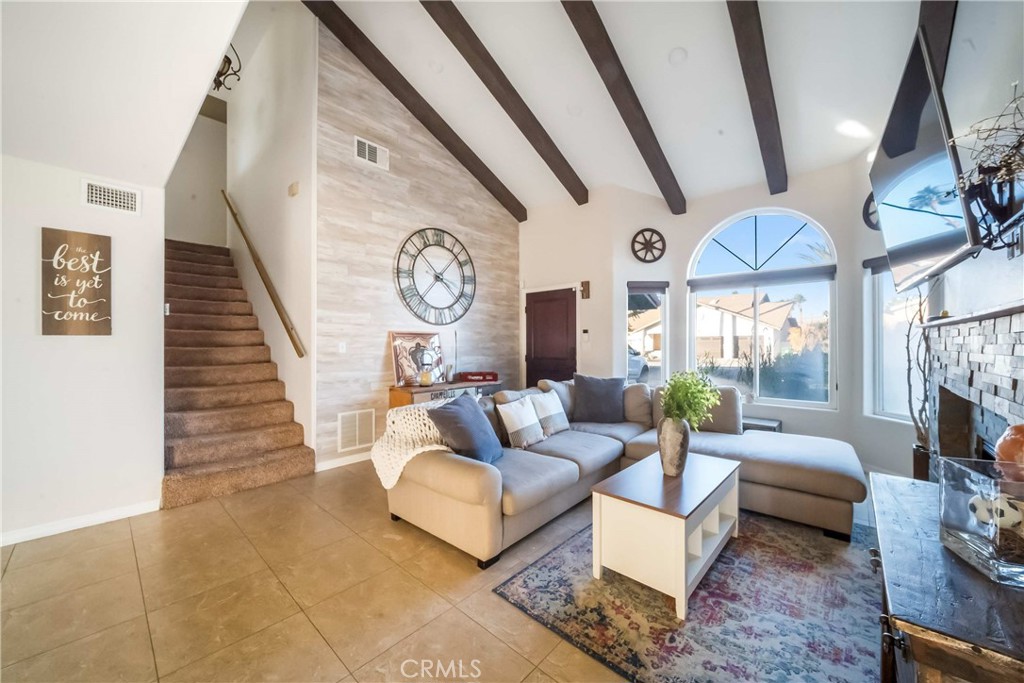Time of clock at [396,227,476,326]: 4:07
